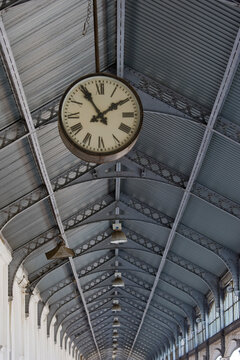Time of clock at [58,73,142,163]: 1:54
